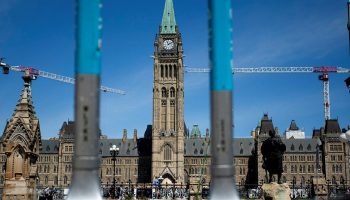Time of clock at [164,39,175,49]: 11:10
